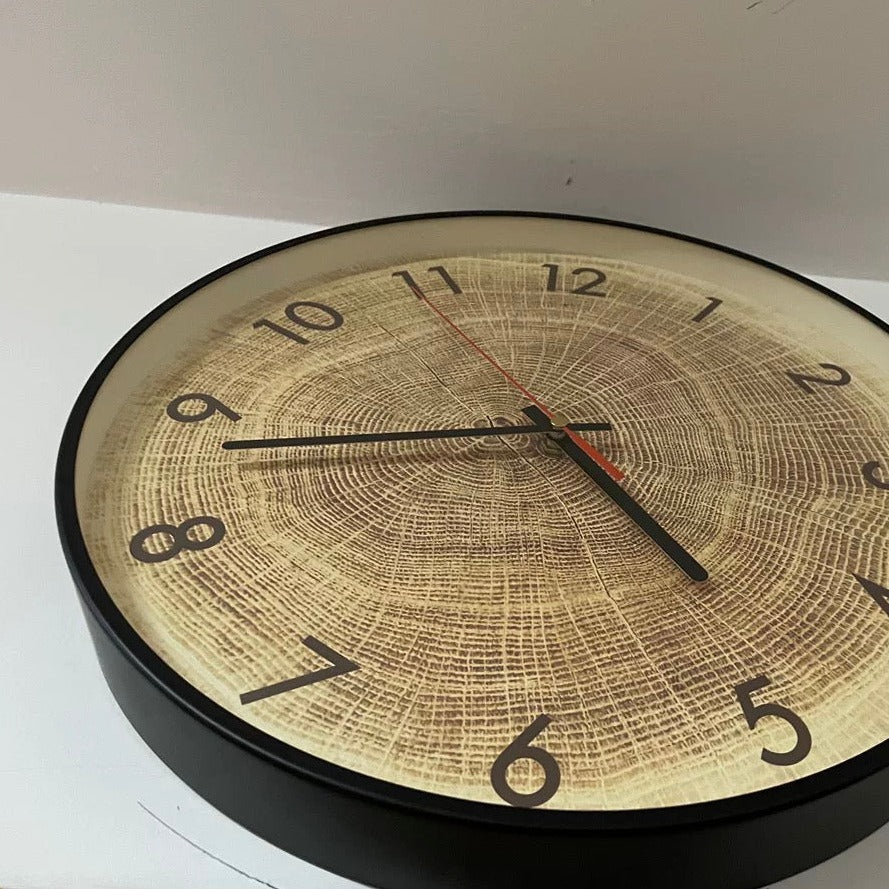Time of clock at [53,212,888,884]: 4:43
